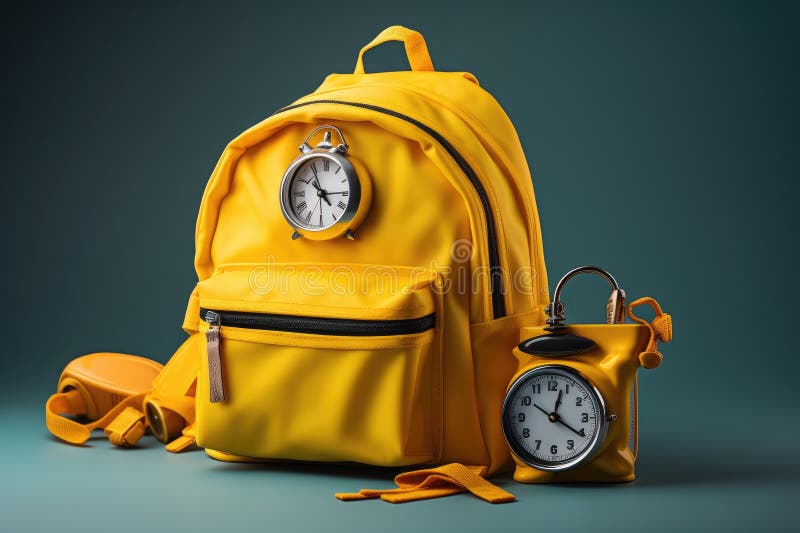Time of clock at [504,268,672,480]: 4:03
